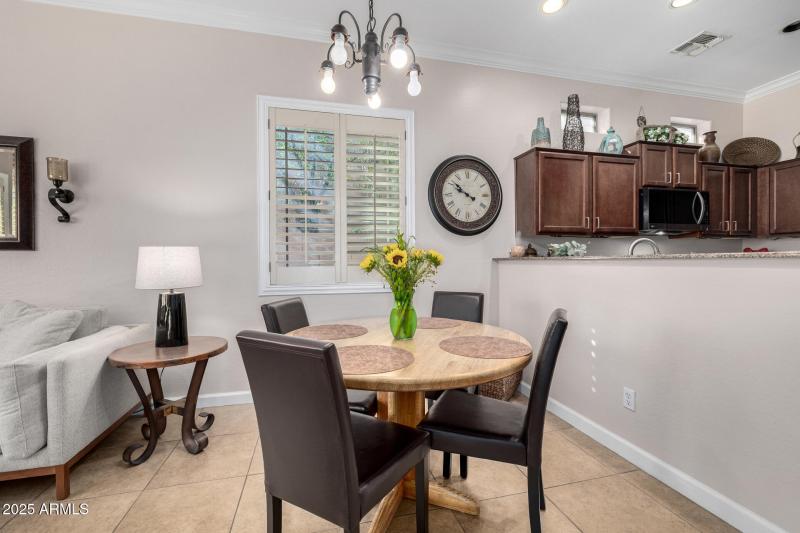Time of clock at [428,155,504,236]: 9:51
